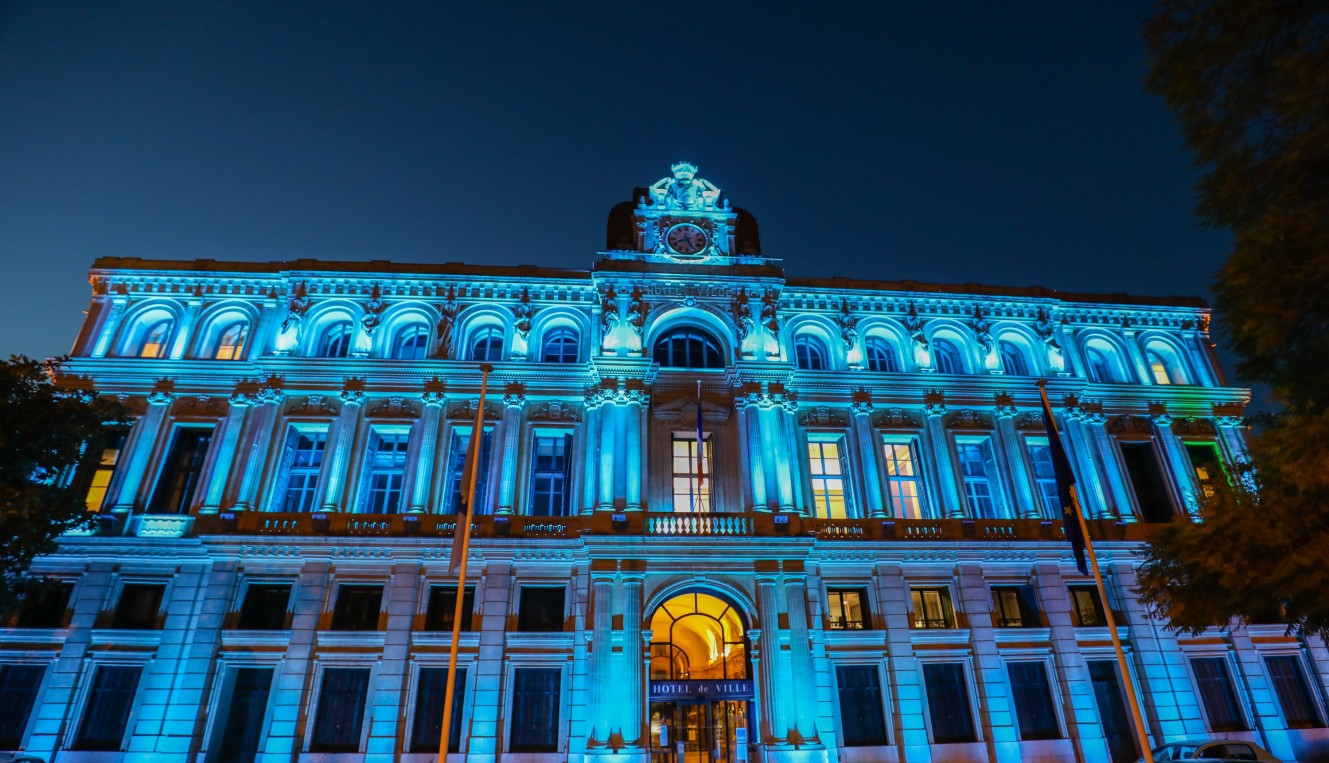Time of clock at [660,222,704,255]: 8:25
